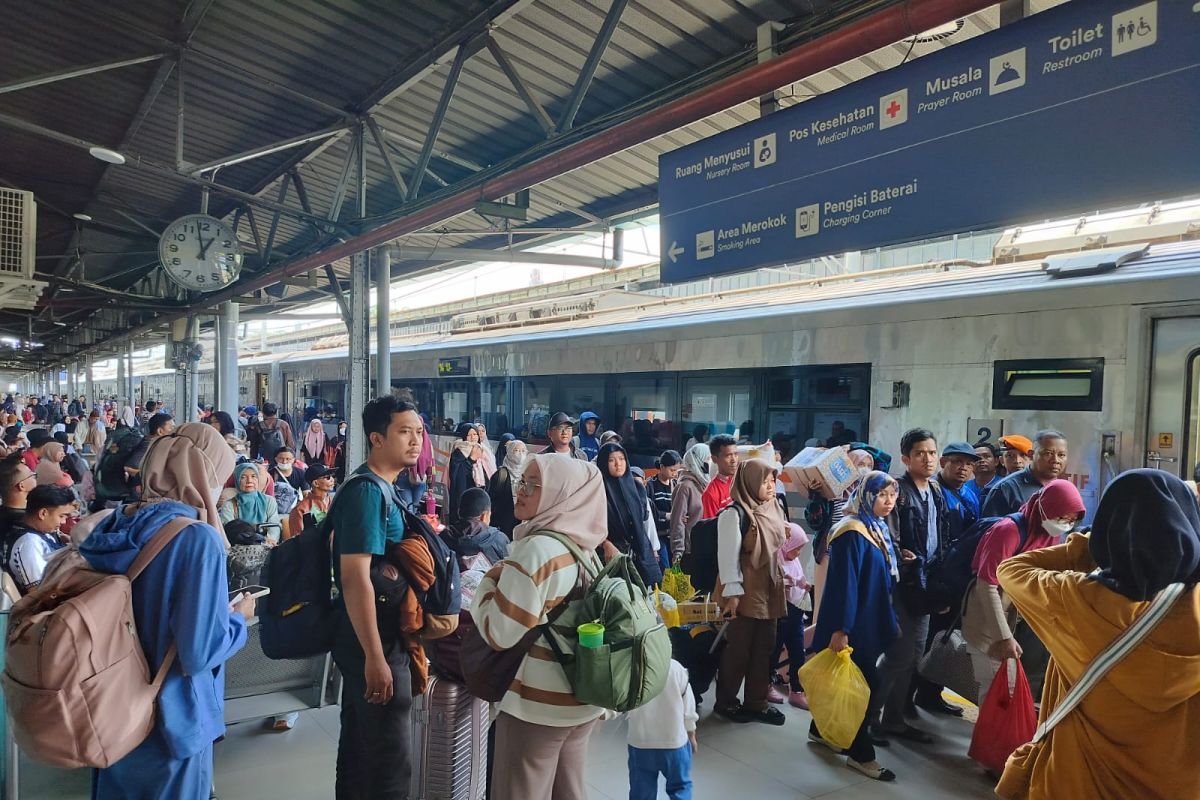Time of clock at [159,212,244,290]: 12:58
